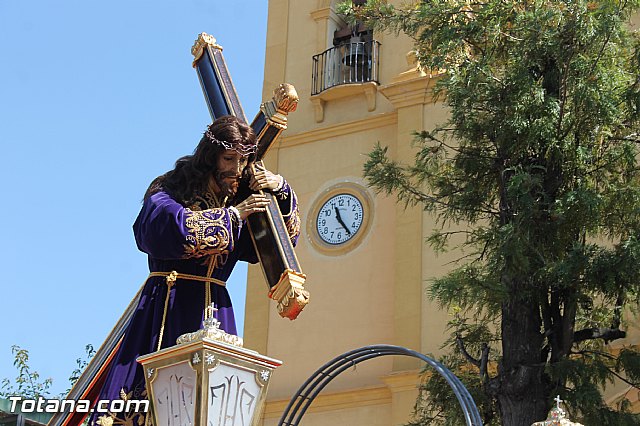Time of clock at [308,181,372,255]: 11:23
